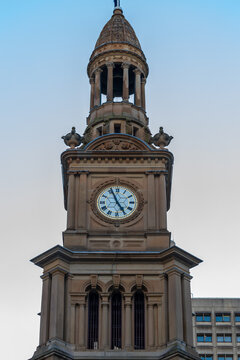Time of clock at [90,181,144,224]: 4:56
